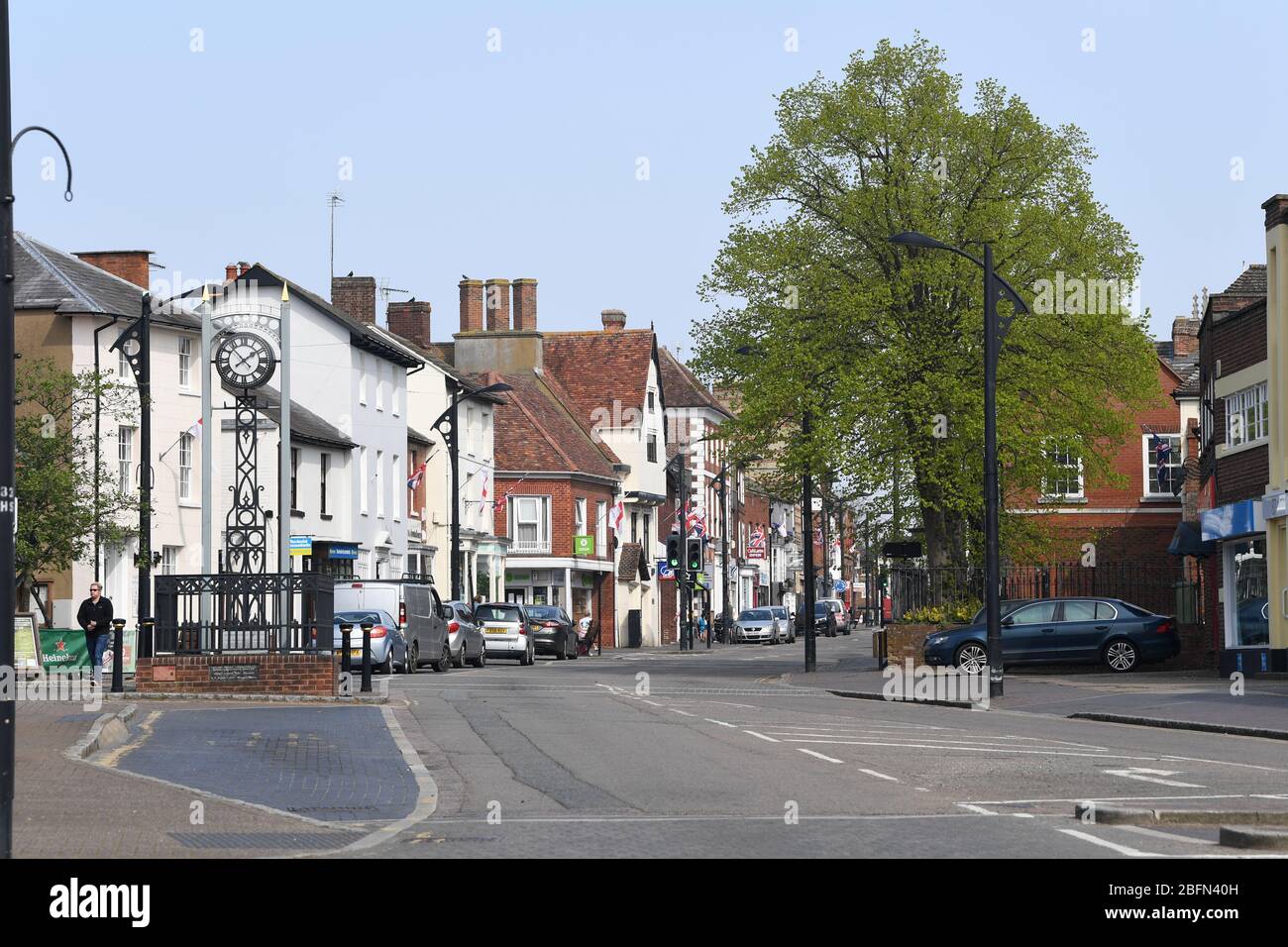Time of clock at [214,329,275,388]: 1:52
